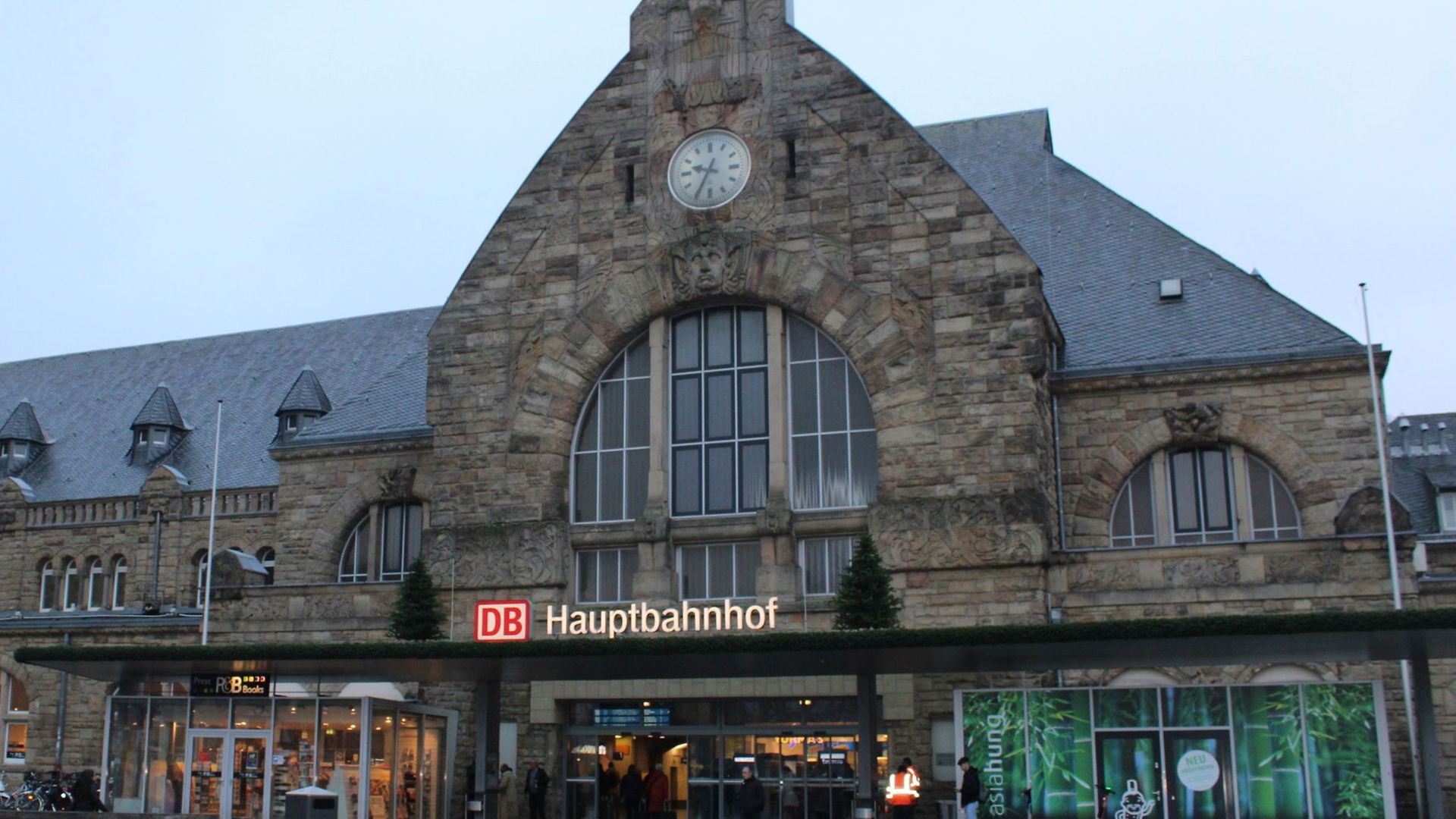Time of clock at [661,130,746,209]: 9:34
